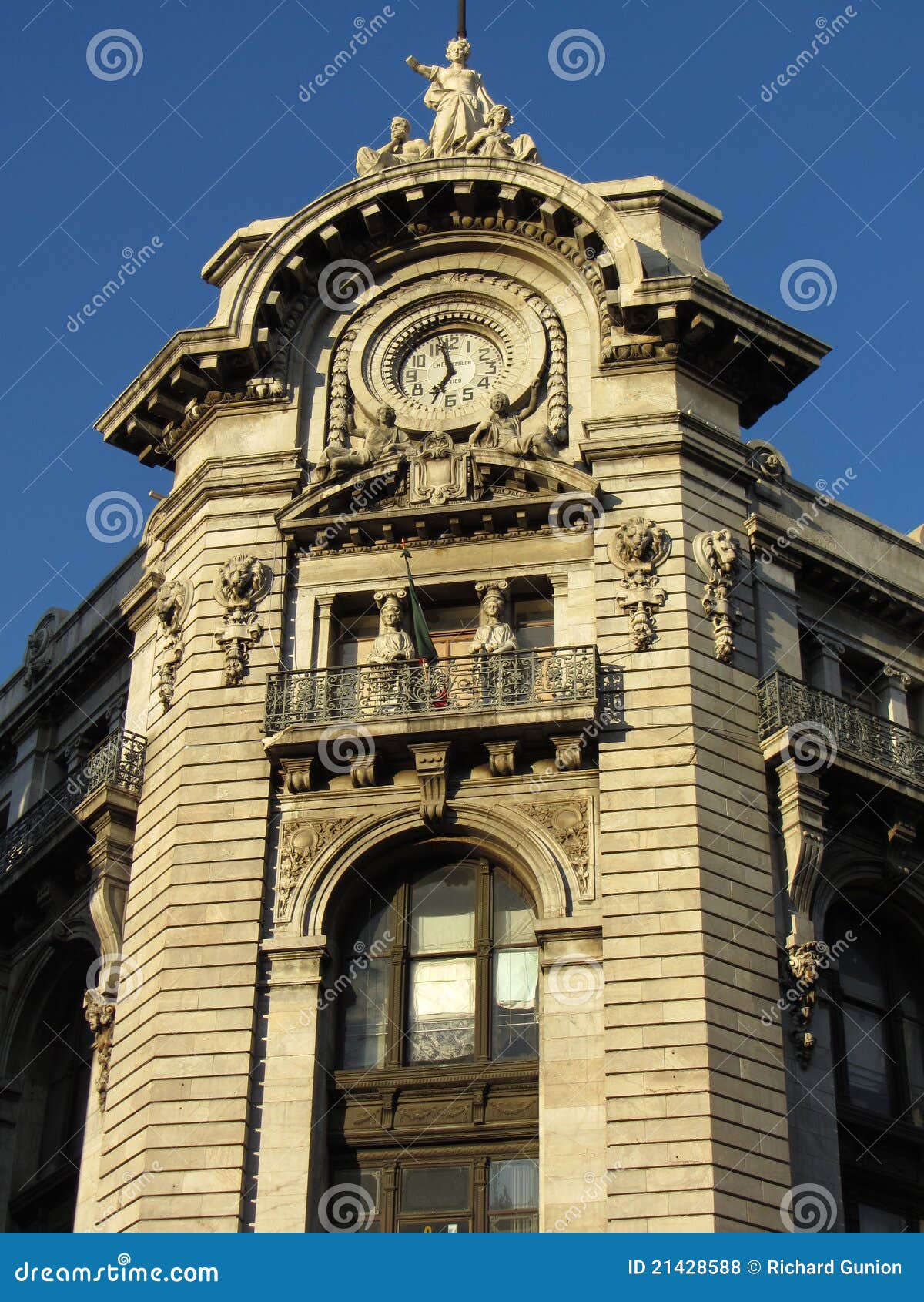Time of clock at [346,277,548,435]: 6:58
